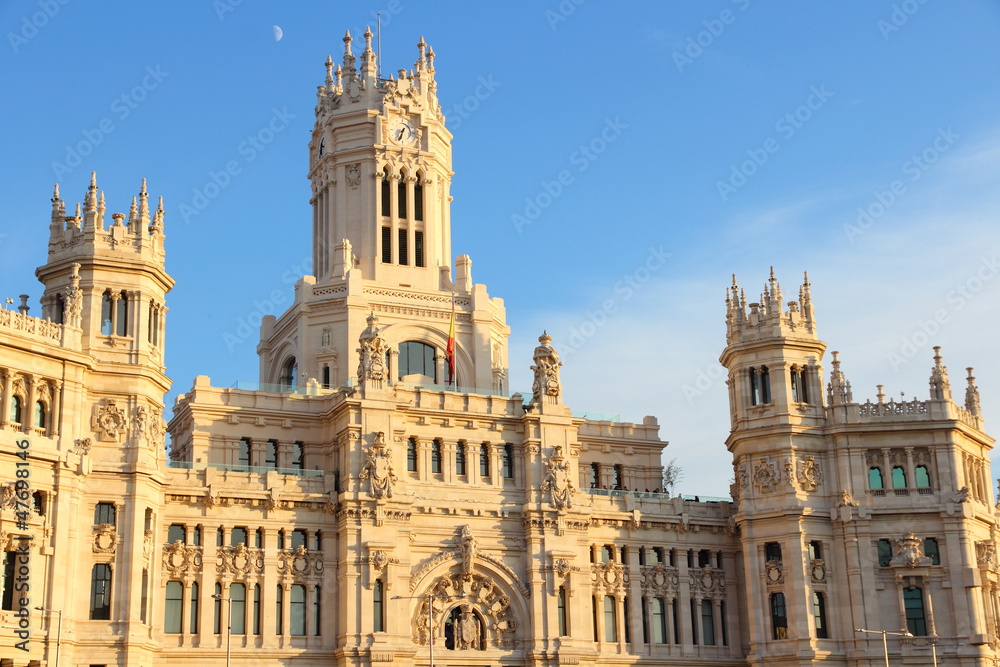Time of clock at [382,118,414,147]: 6:34
